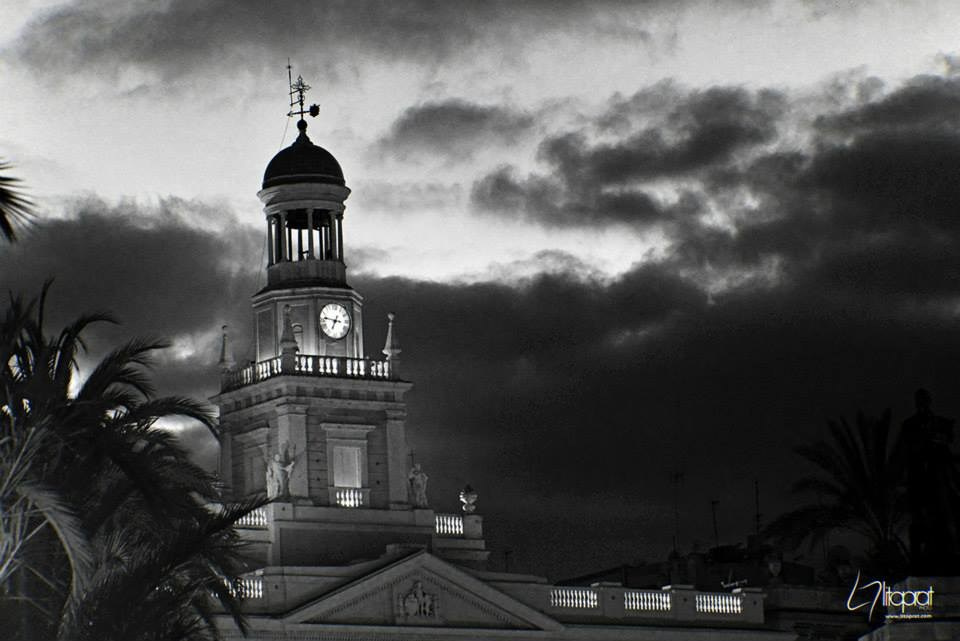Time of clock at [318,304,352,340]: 6:46
